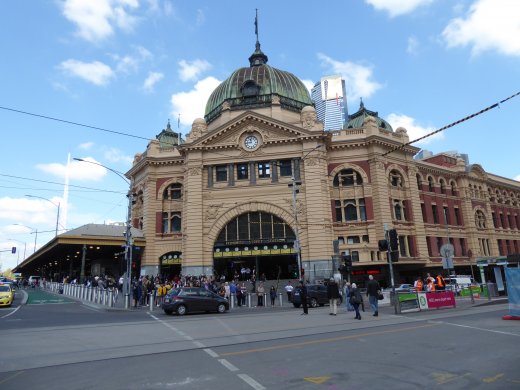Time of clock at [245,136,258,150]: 11:44
